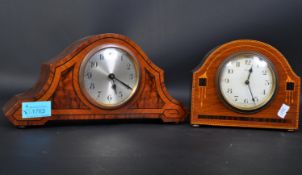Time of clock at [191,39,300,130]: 12:26
